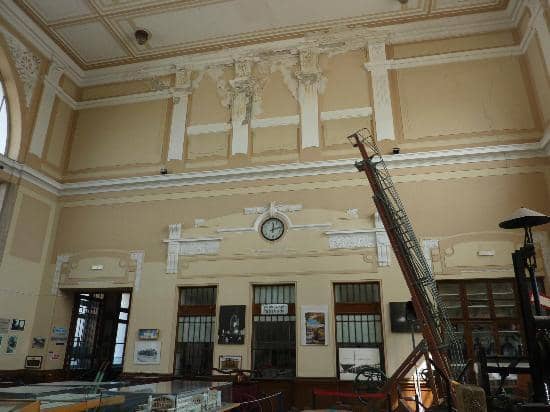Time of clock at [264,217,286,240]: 12:12
